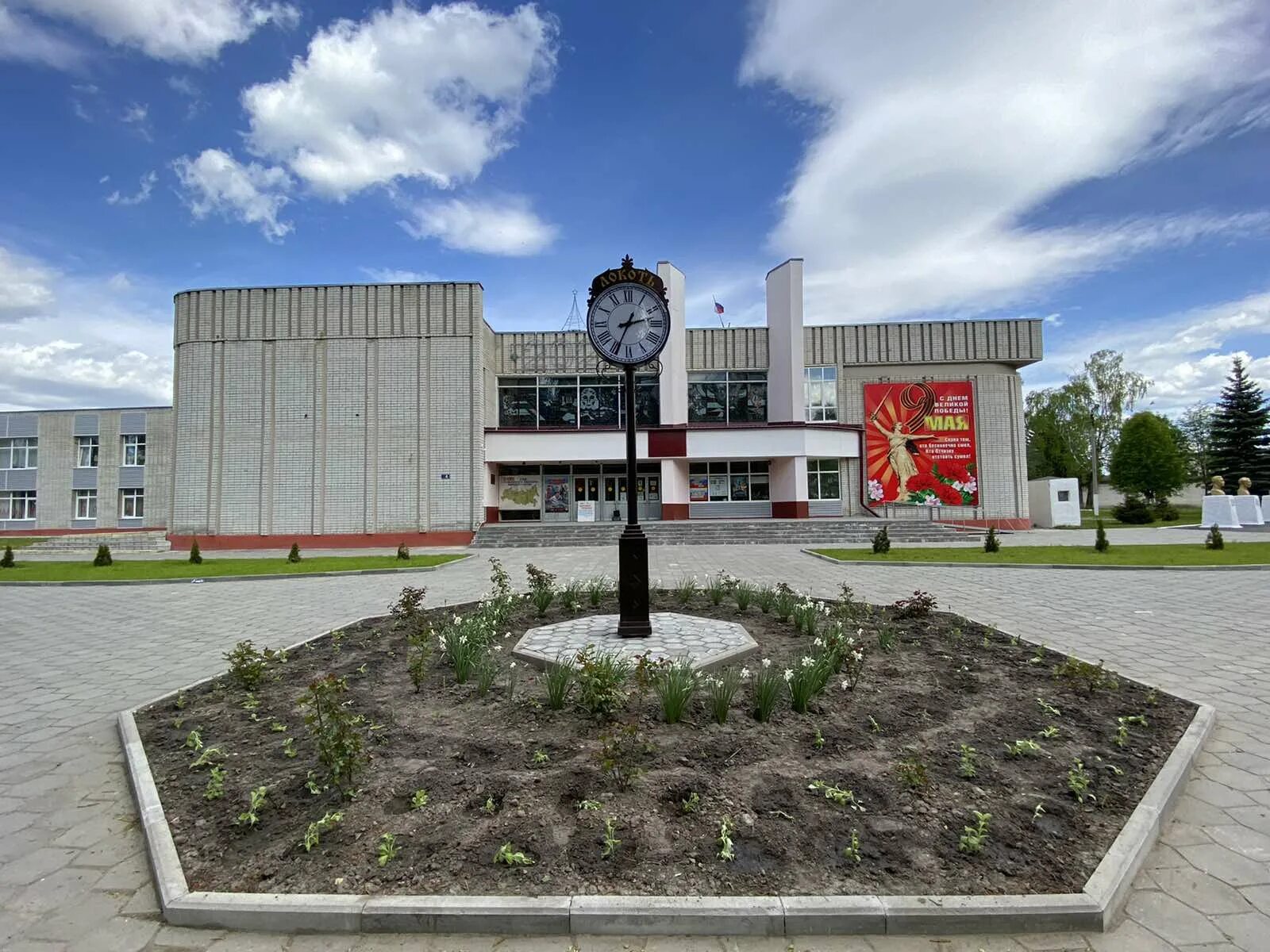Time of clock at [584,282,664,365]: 2:34
